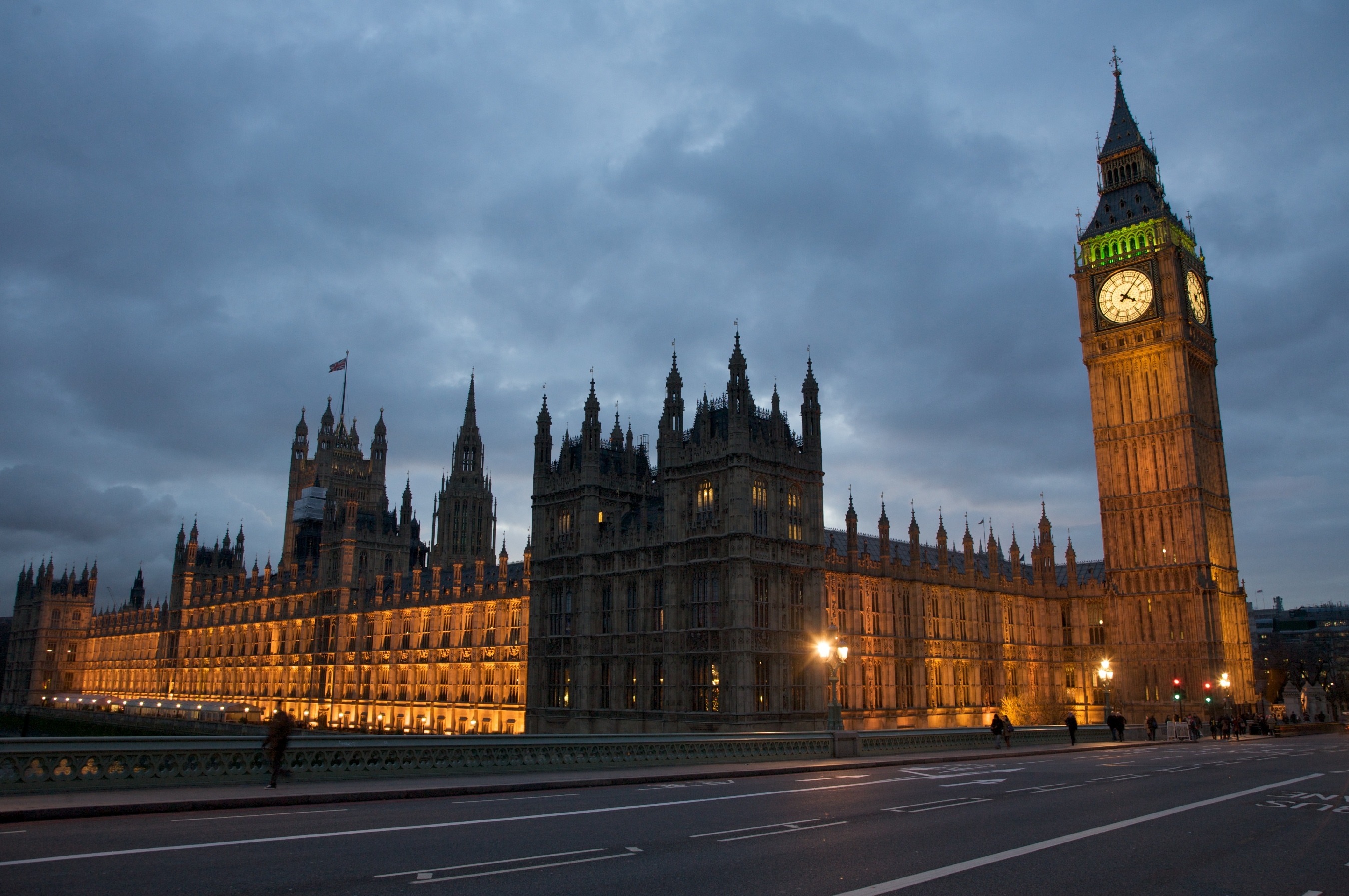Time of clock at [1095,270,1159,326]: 4:07
